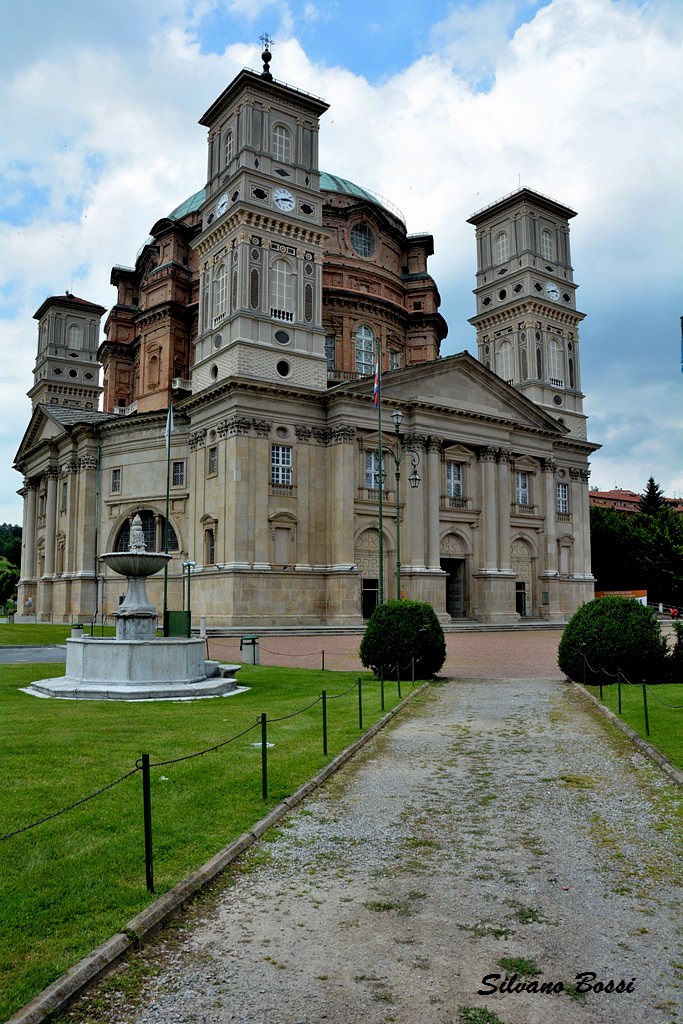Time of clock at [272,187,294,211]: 2:41
